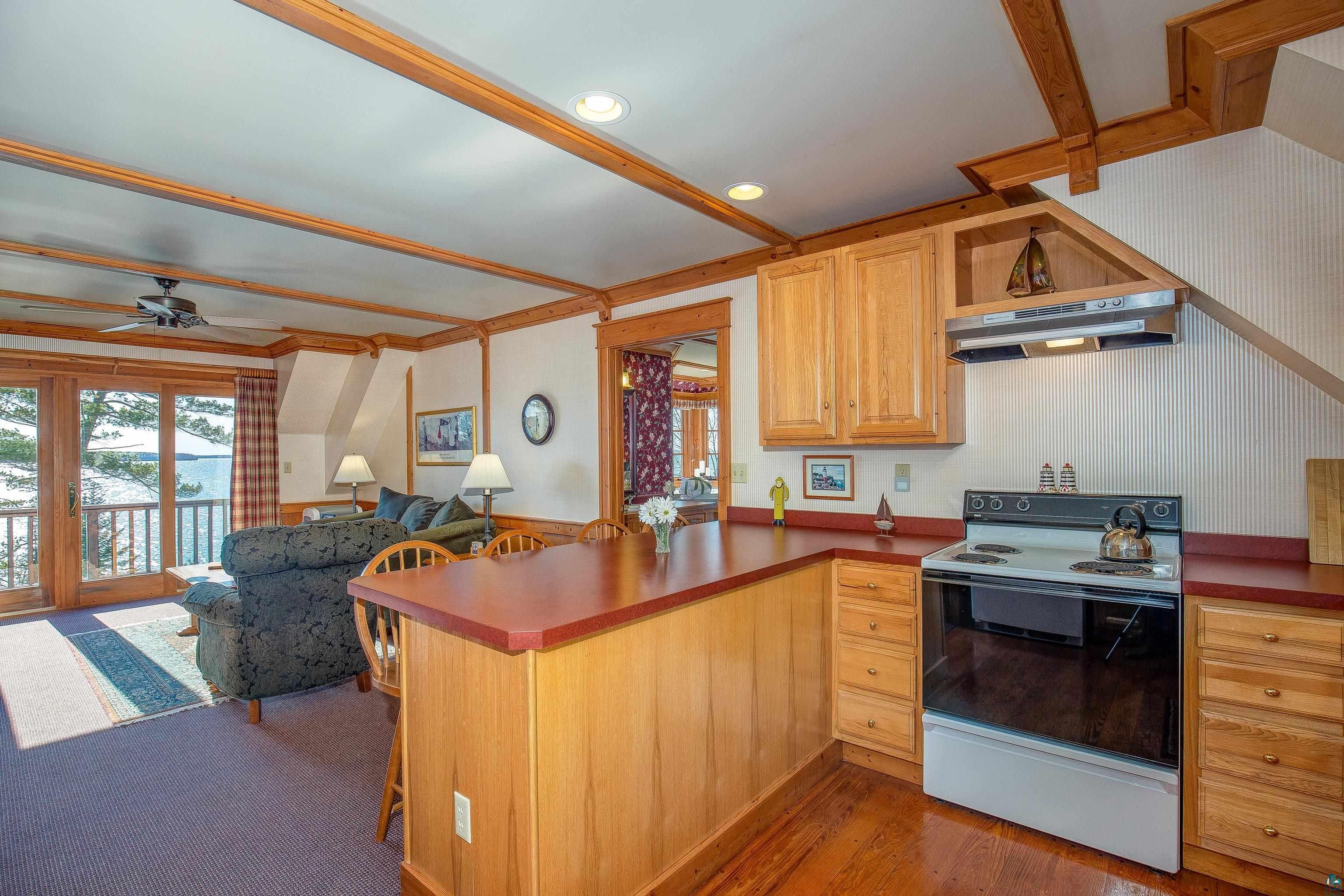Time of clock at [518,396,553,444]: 5:31
